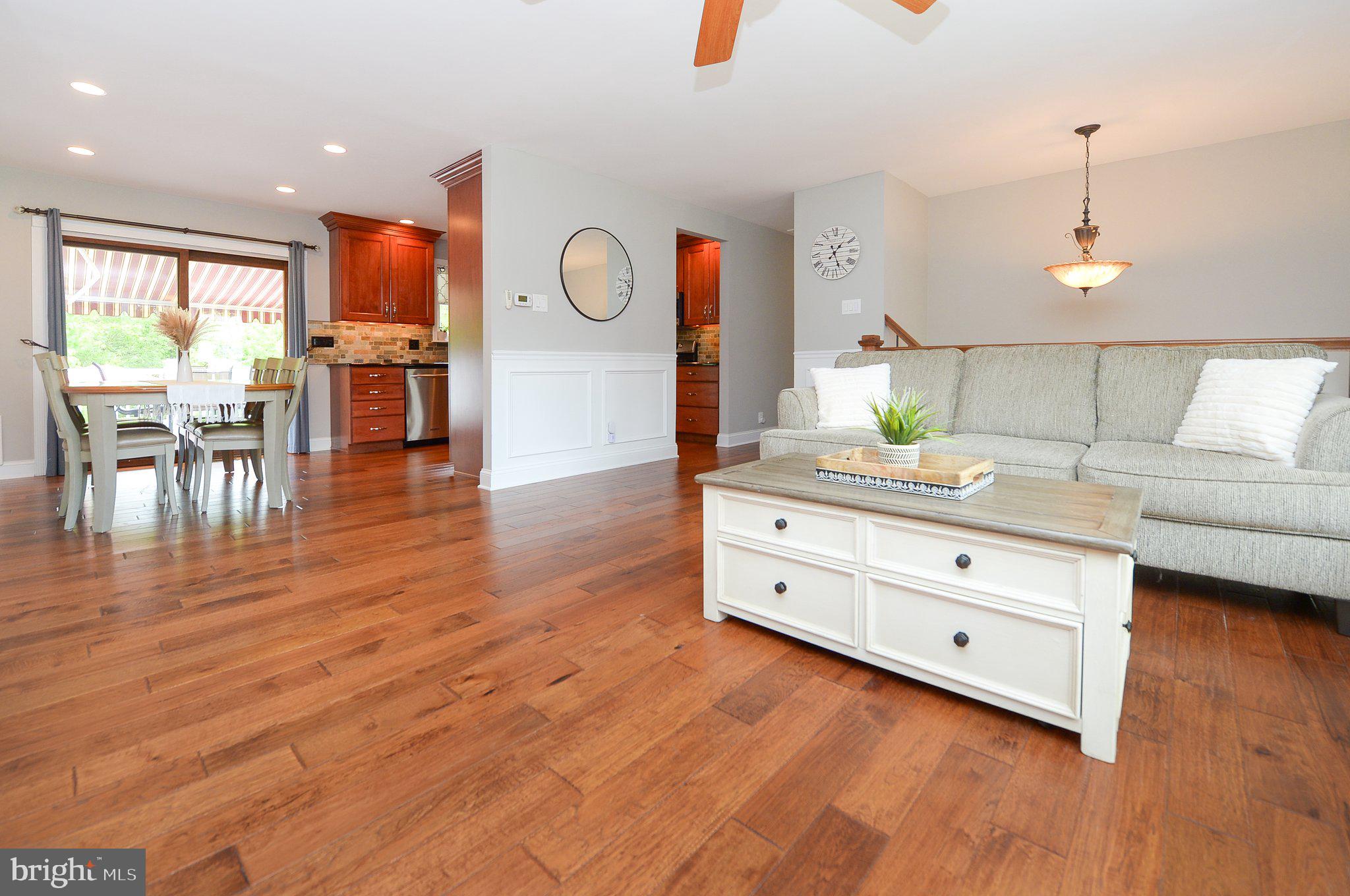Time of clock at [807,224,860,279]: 1:26
